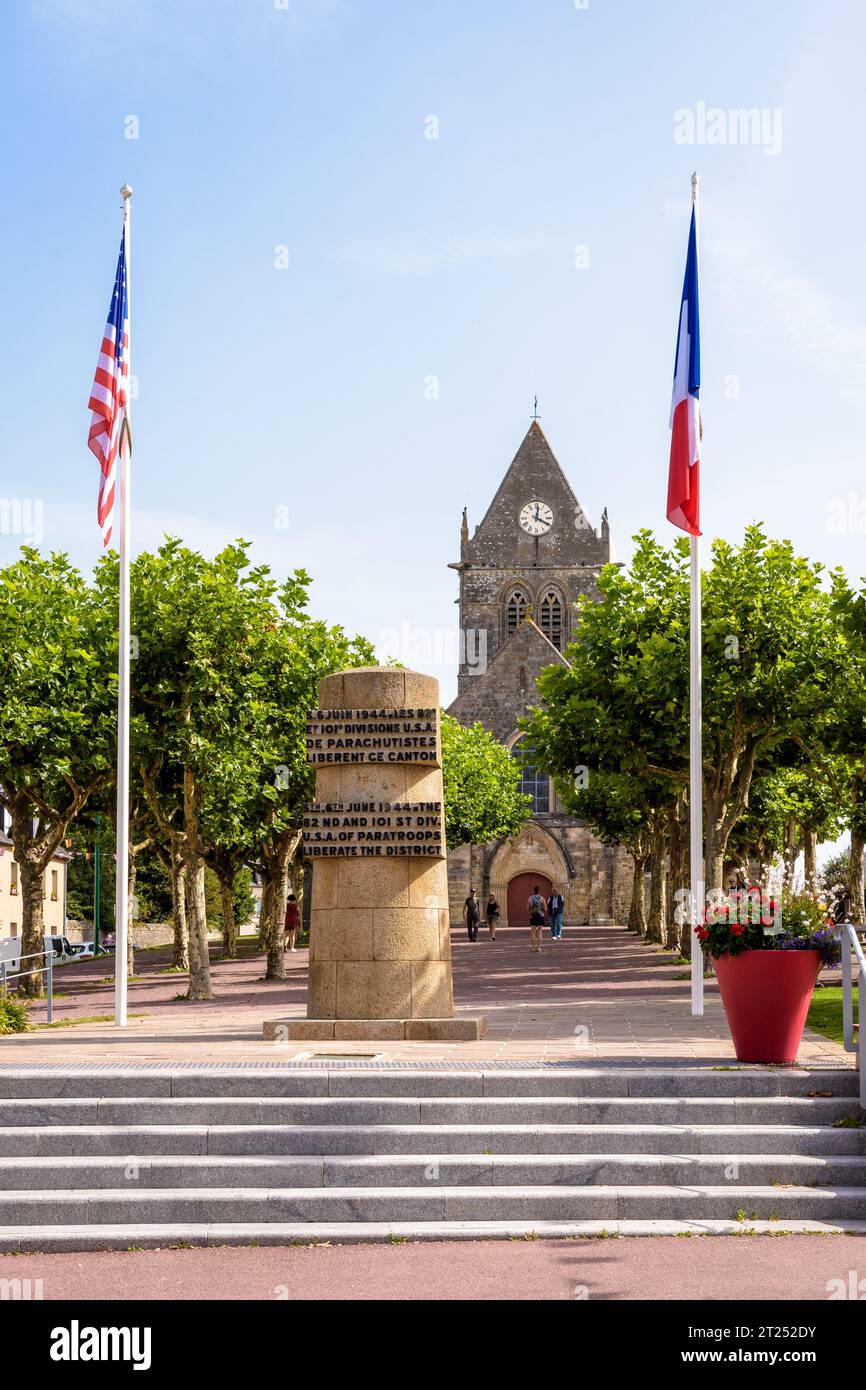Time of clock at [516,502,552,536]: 12:19
